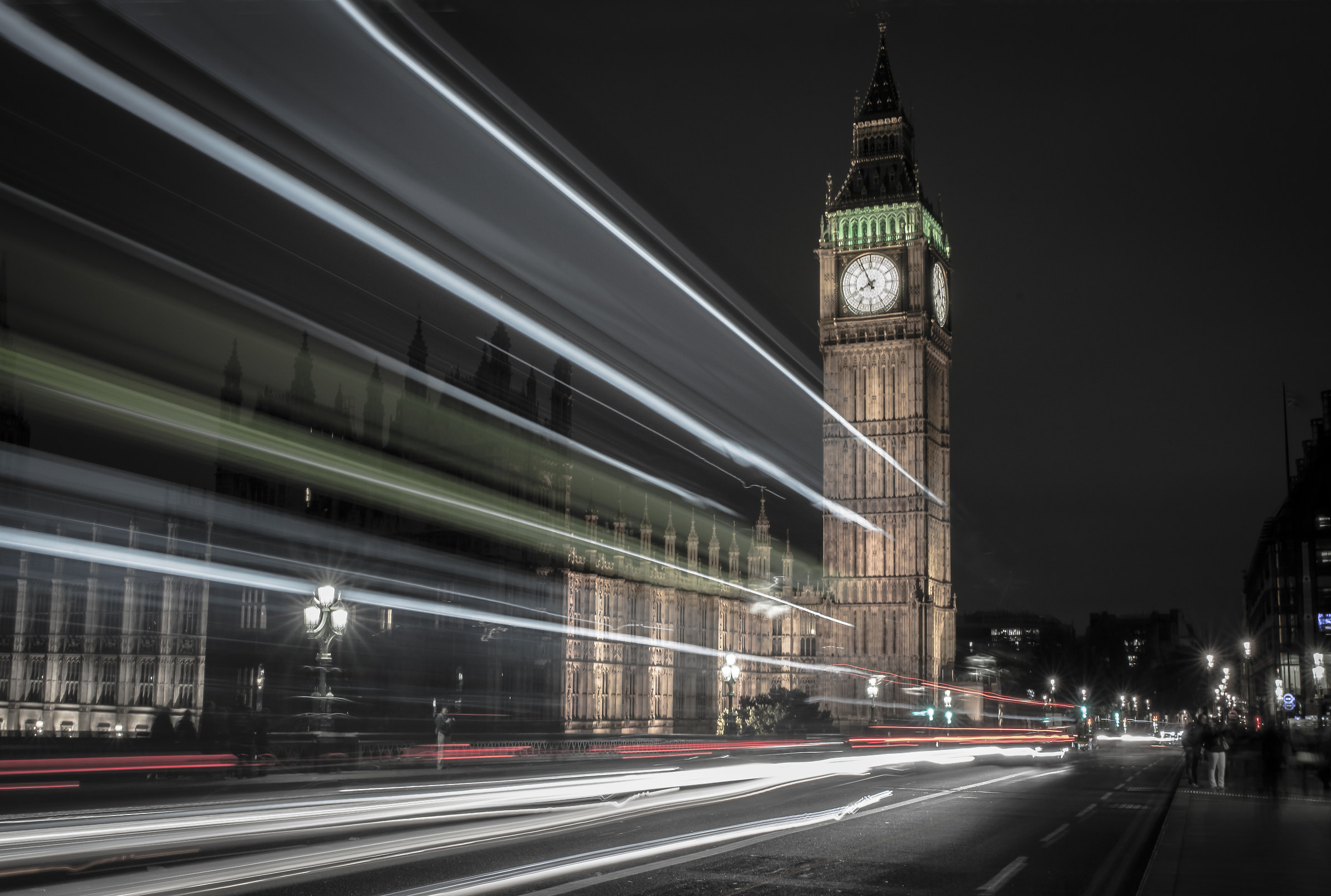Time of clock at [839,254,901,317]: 7:55
